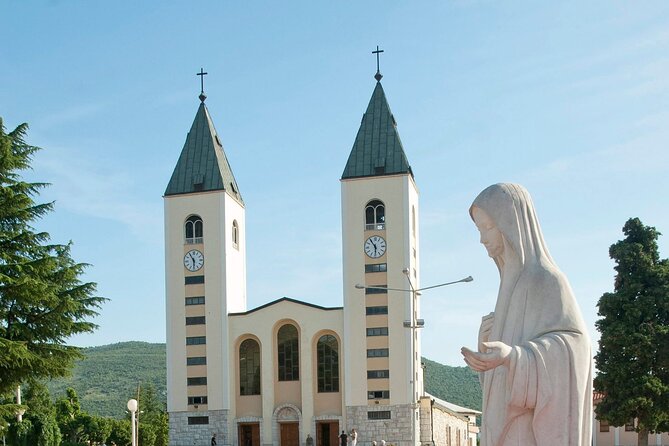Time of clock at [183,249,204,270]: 5:54
